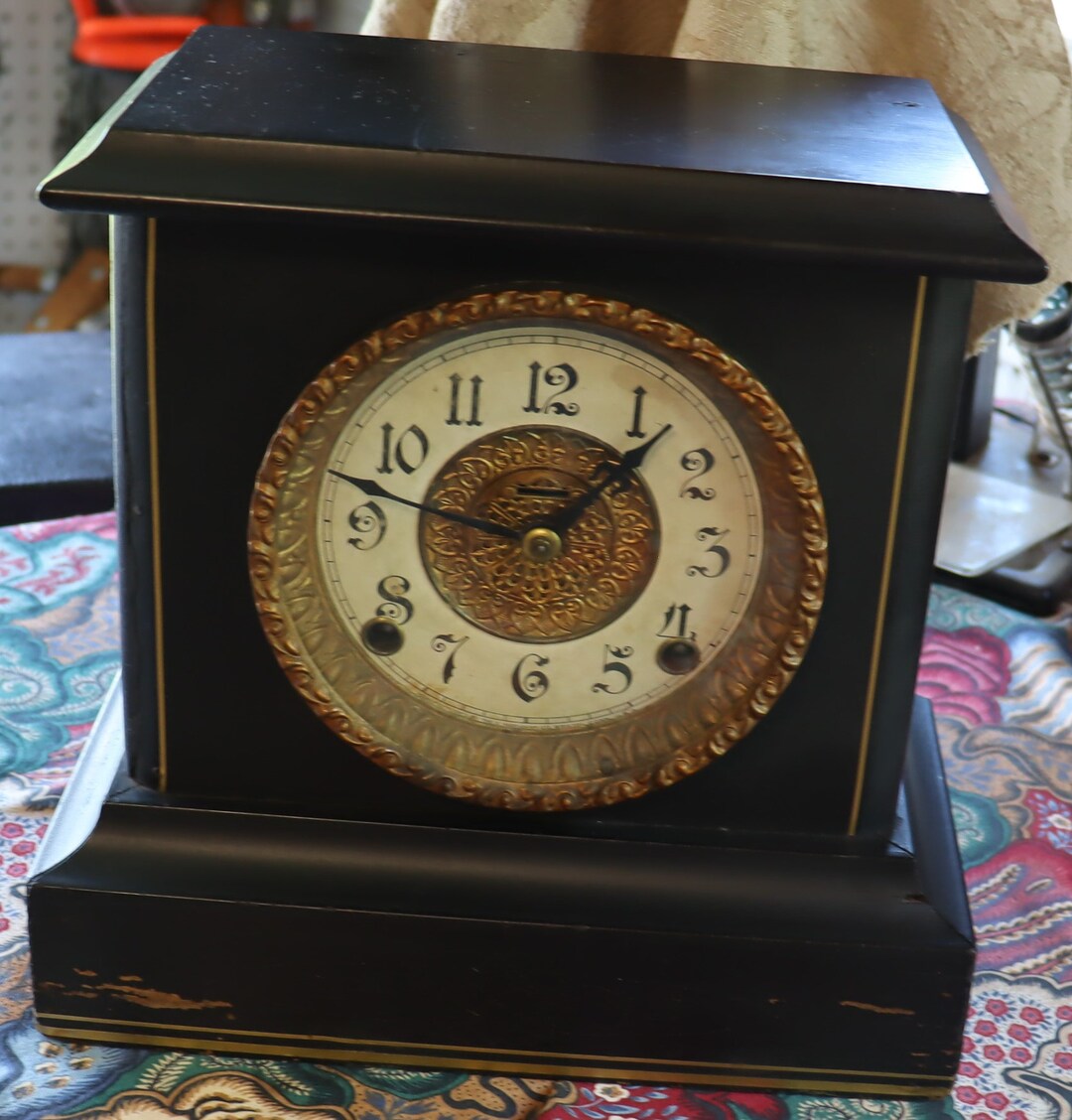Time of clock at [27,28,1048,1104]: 1:47
